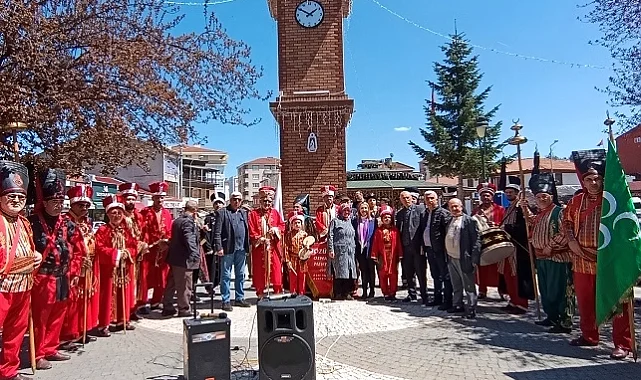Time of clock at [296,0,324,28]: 1:50
